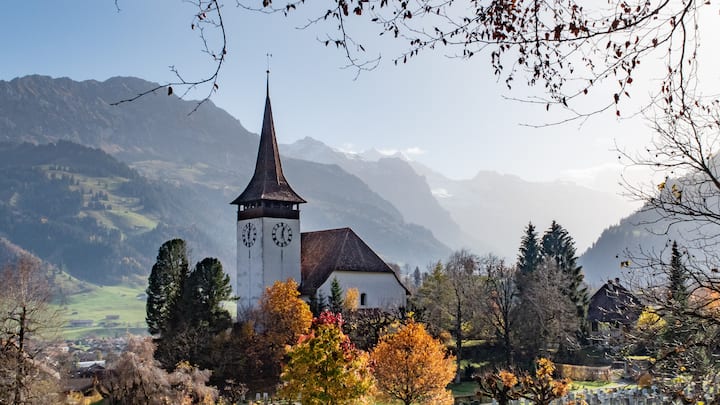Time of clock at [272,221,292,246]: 12:26
